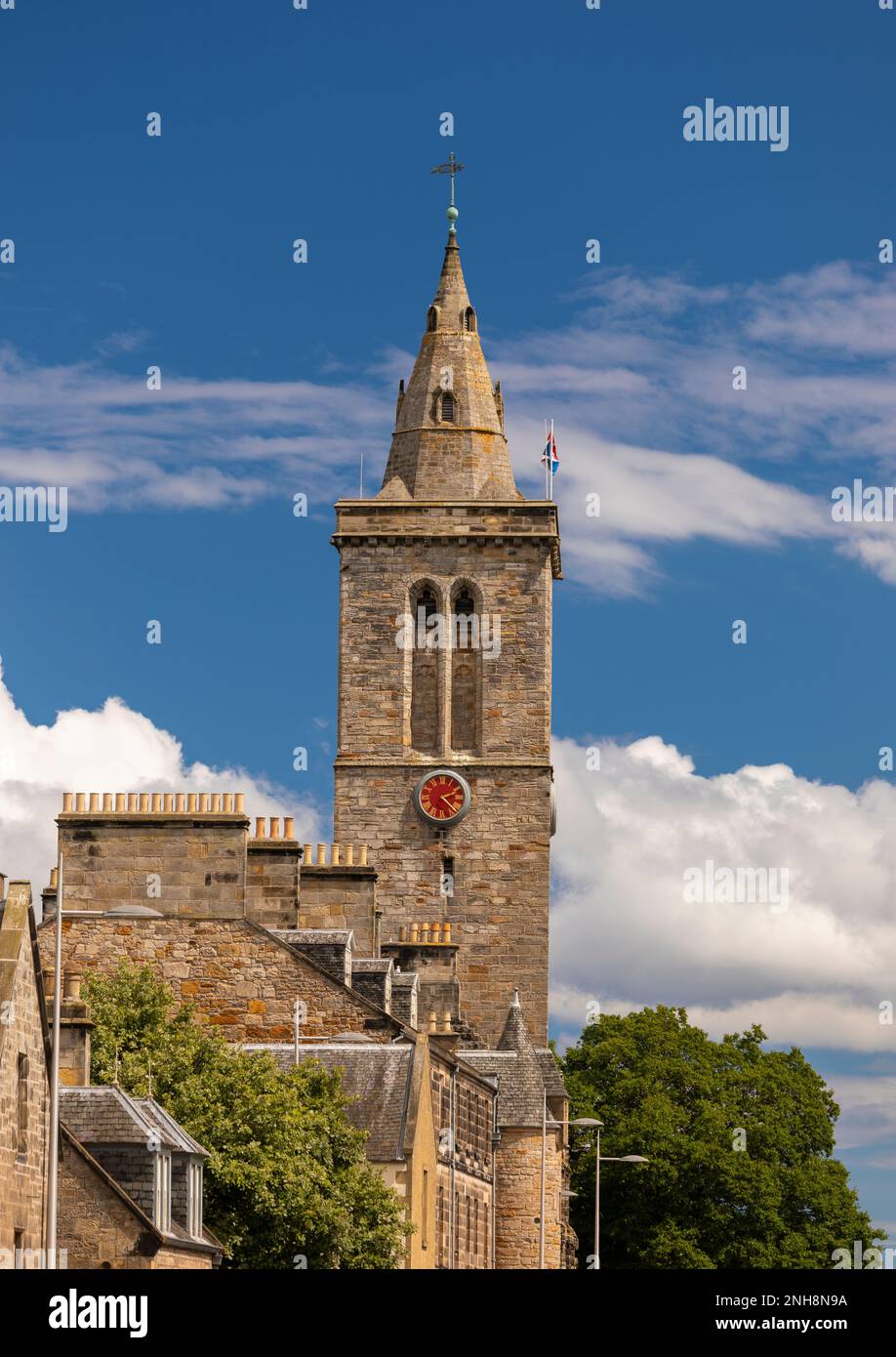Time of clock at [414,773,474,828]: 2:22
